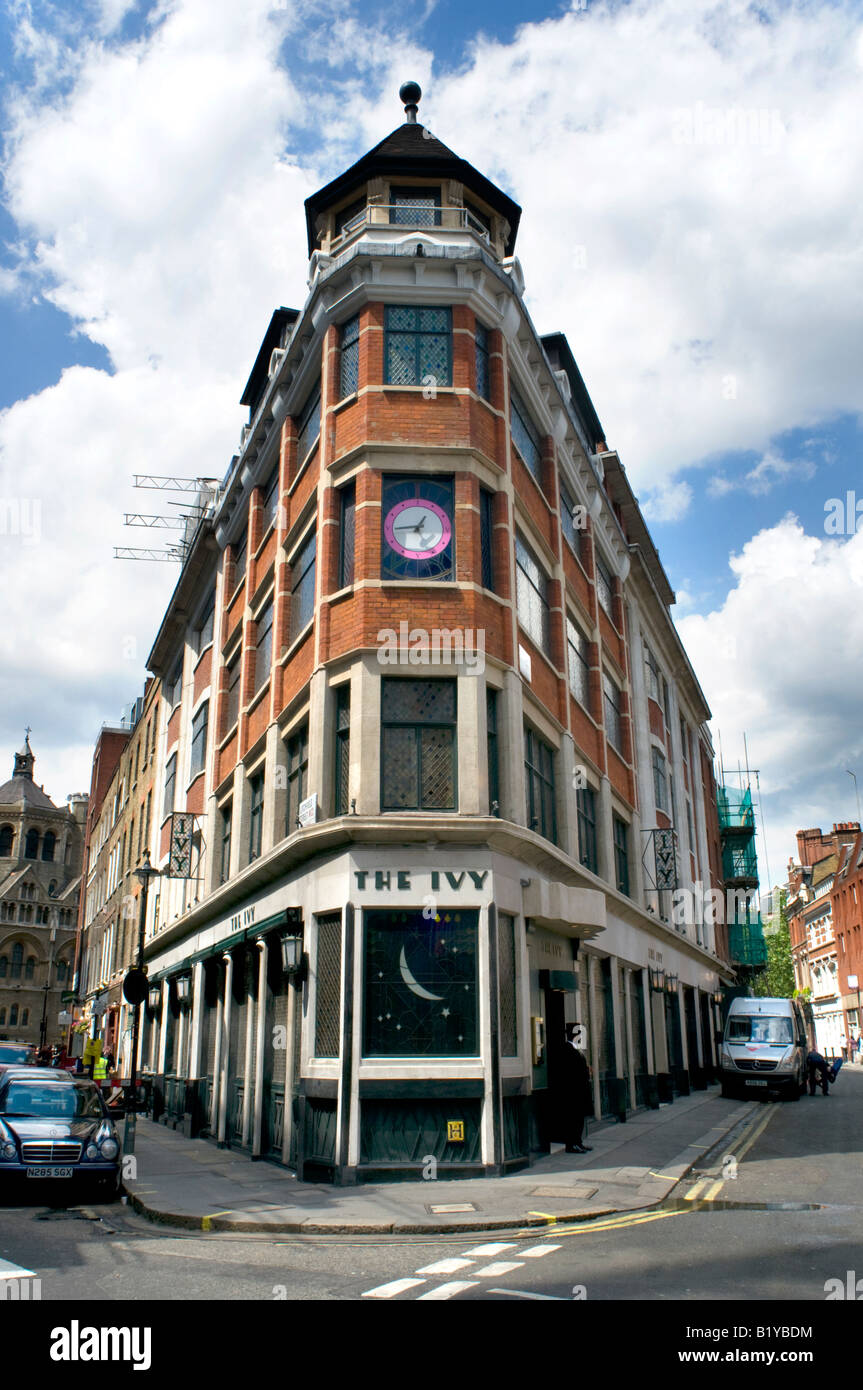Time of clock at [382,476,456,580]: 12:44
